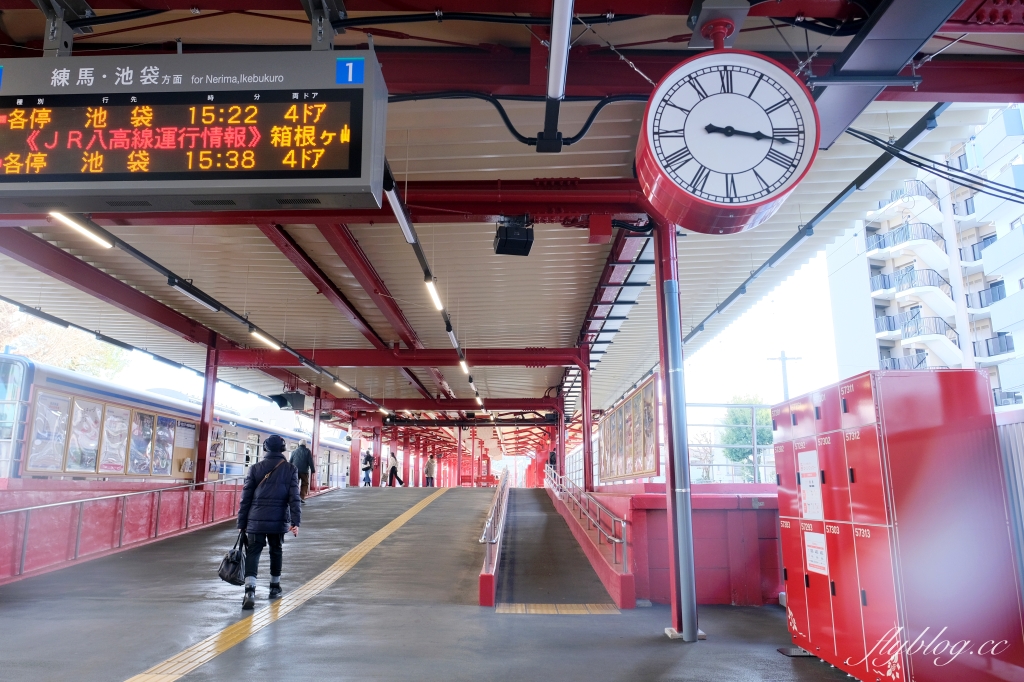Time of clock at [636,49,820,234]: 3:16
